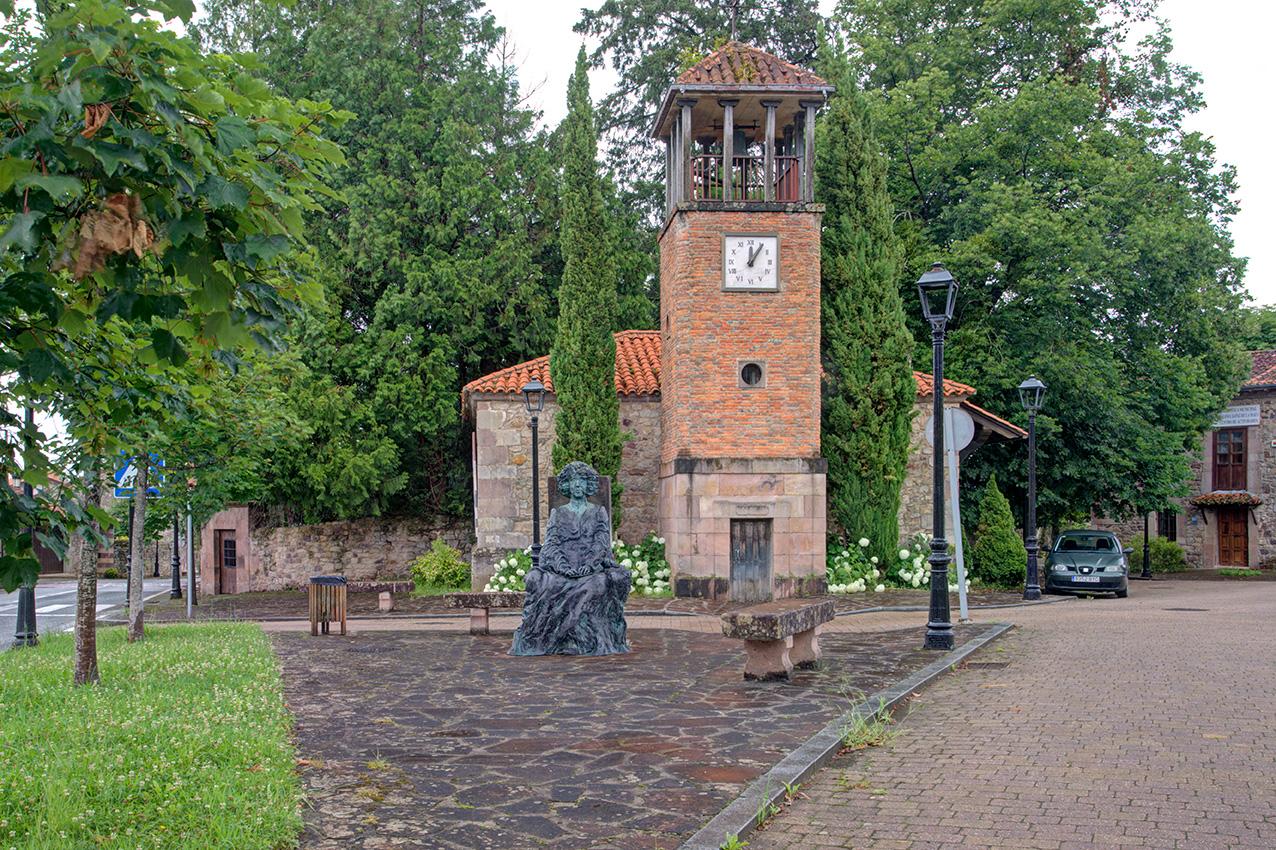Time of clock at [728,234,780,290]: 12:05
